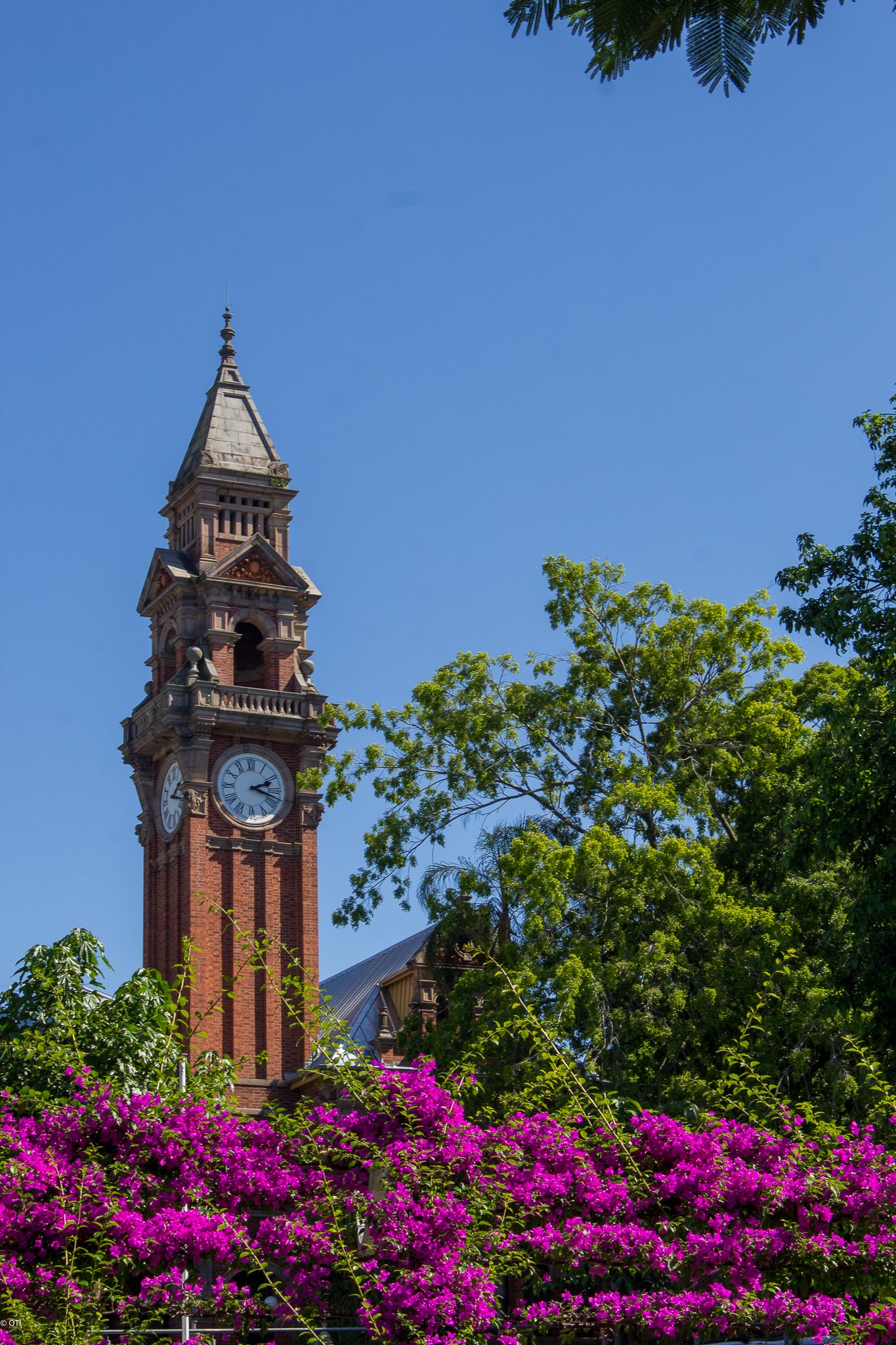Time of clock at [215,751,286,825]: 2:18
